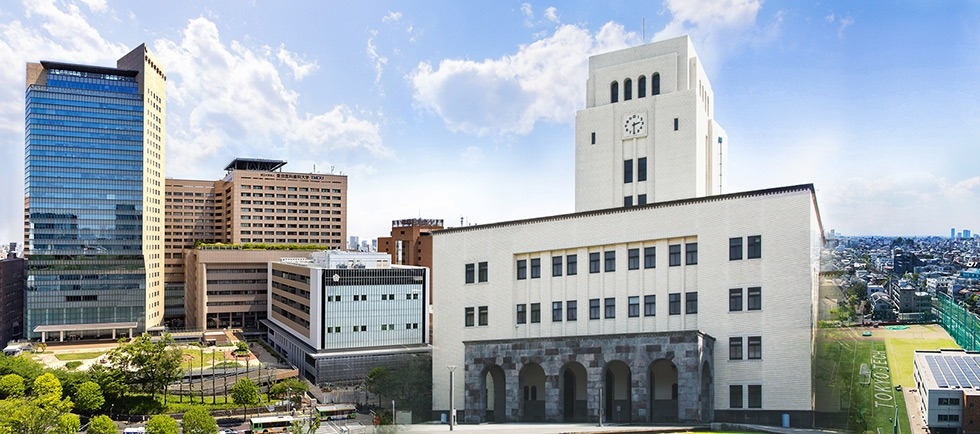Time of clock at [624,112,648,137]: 2:30
